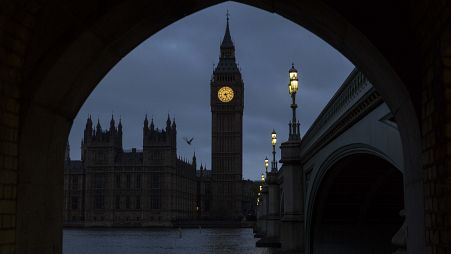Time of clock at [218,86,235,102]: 5:12
